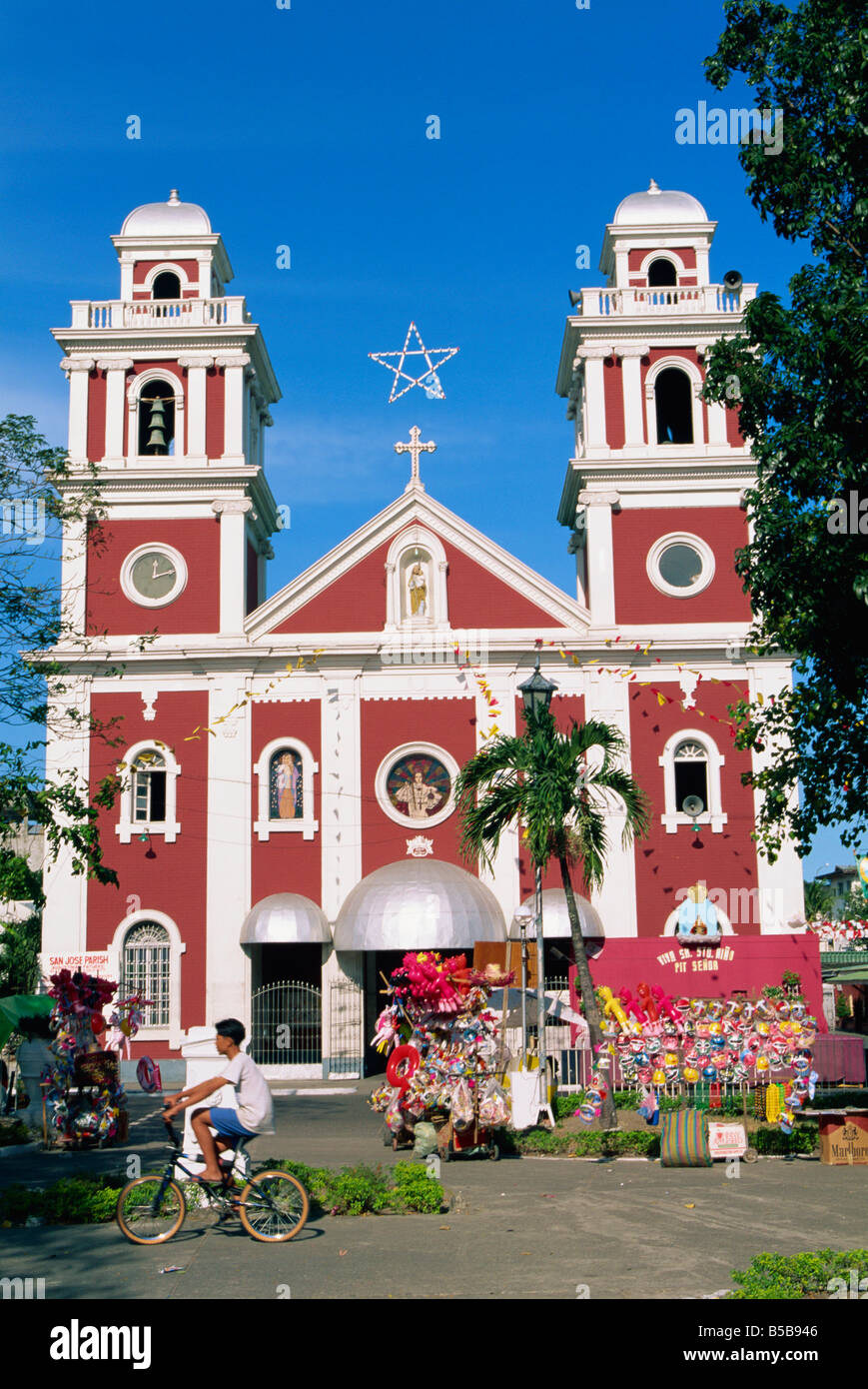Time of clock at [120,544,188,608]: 12:12
